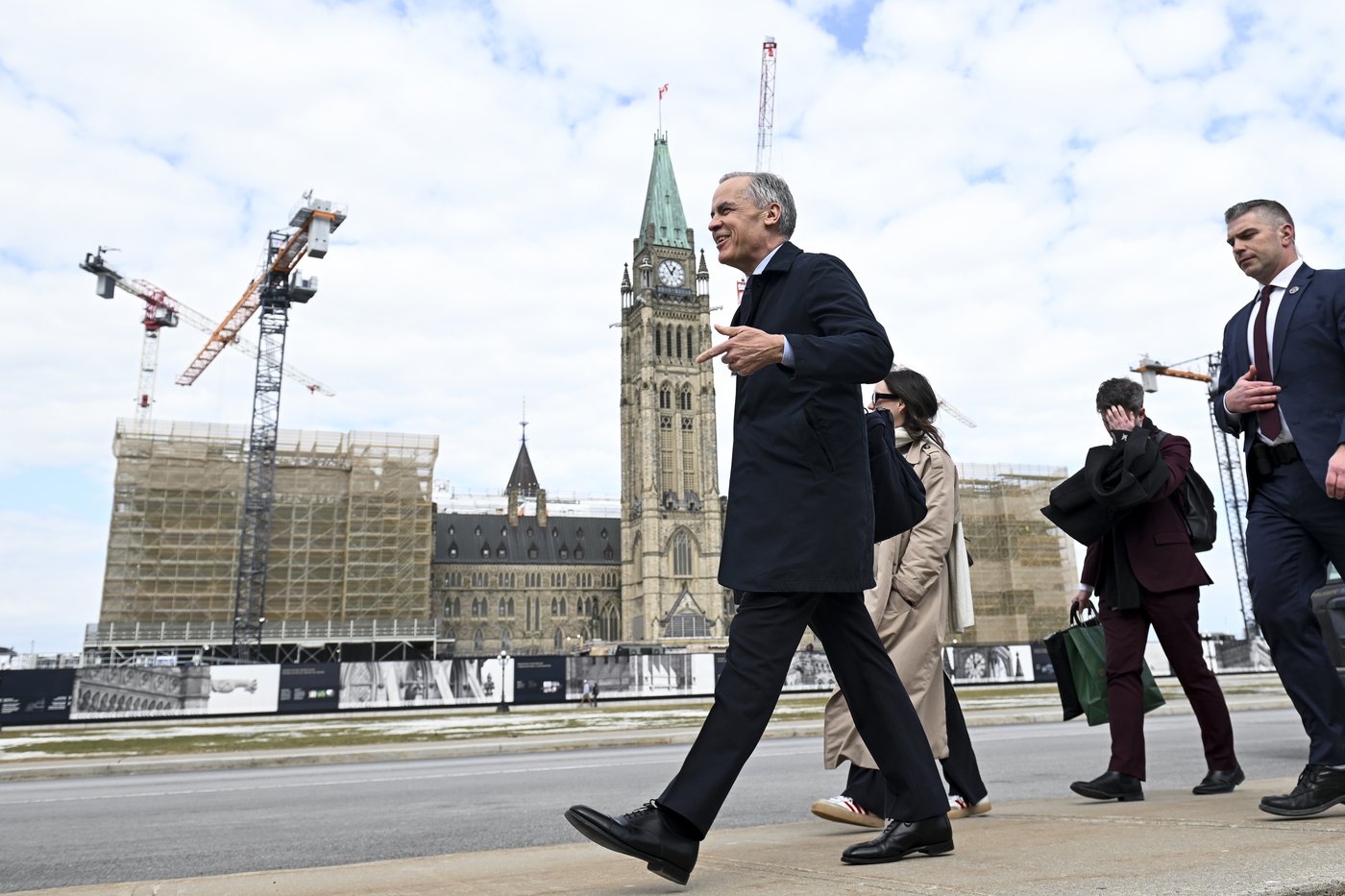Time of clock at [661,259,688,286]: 12:54
